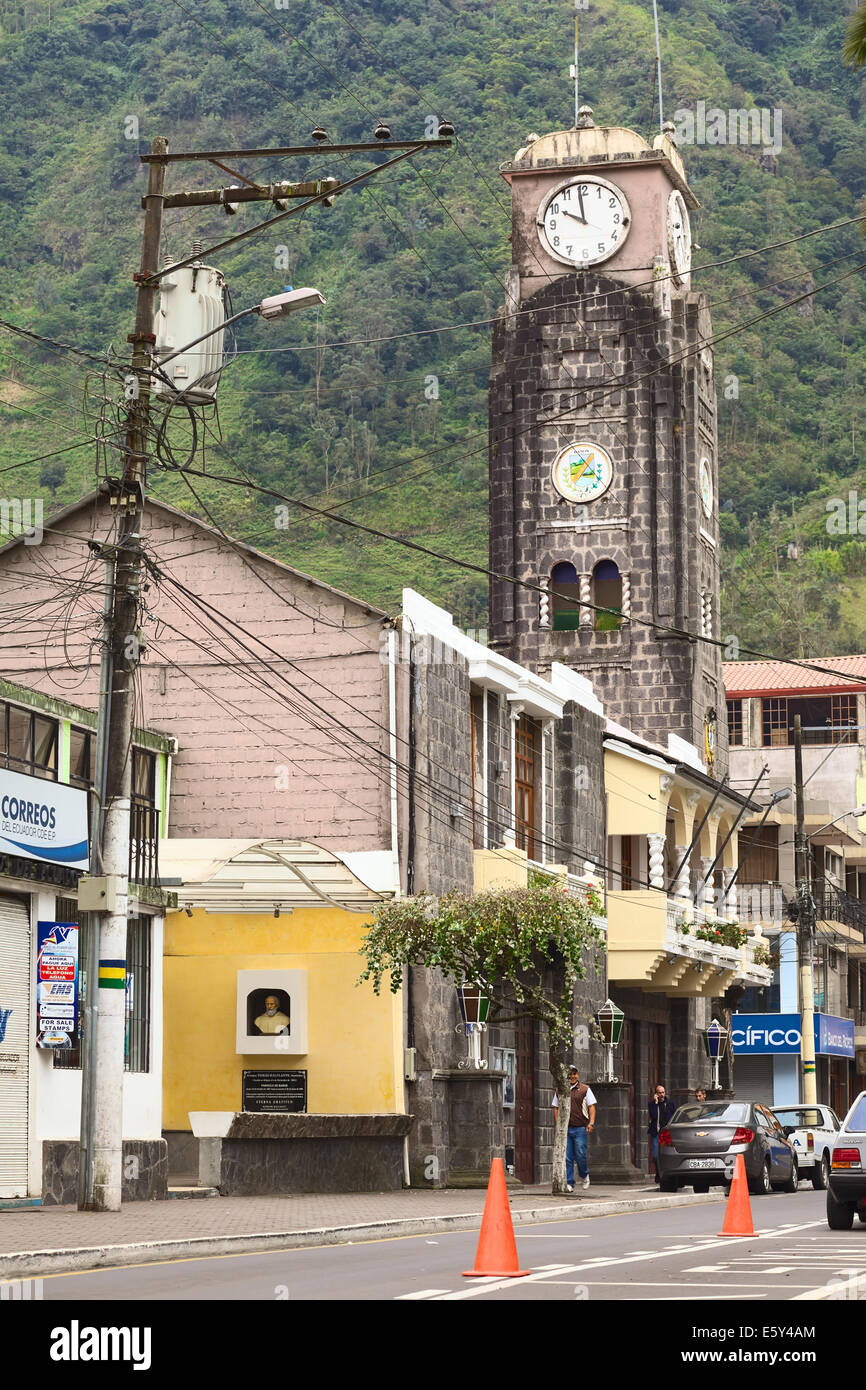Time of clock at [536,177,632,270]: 9:58
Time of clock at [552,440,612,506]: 3:04
